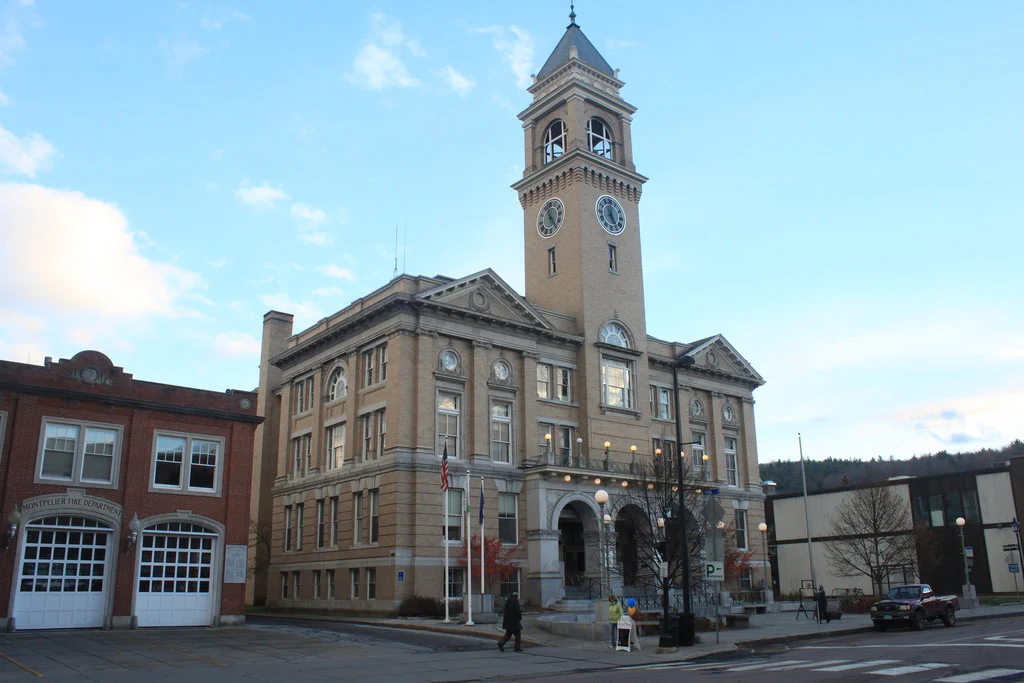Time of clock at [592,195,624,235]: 4:59
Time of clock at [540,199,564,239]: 11:24
